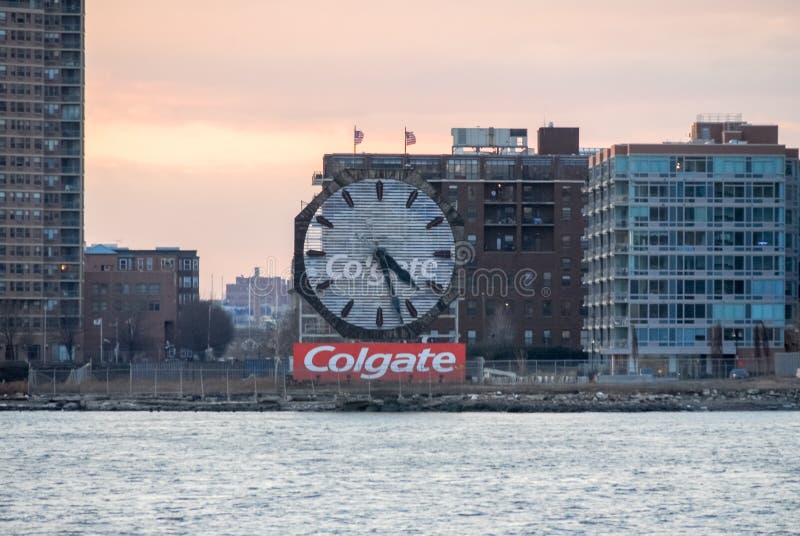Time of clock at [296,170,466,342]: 4:27
